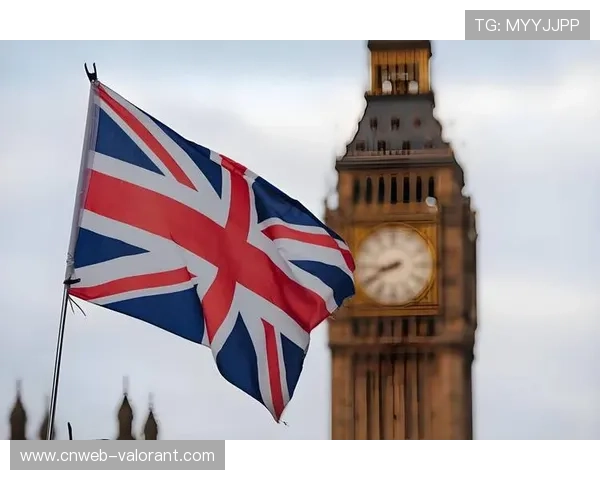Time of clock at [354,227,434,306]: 8:40
